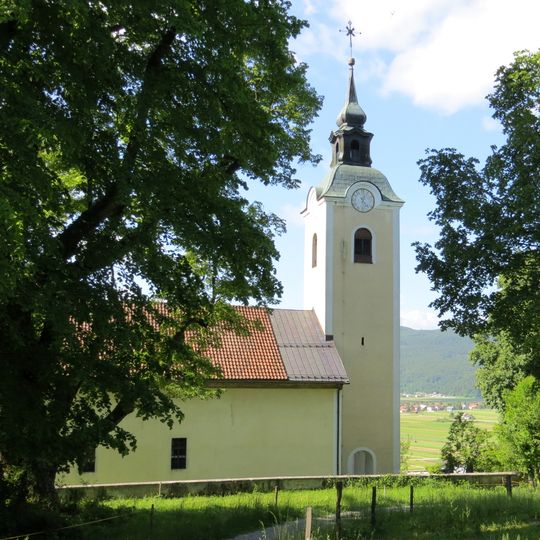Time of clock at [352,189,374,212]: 12:23
